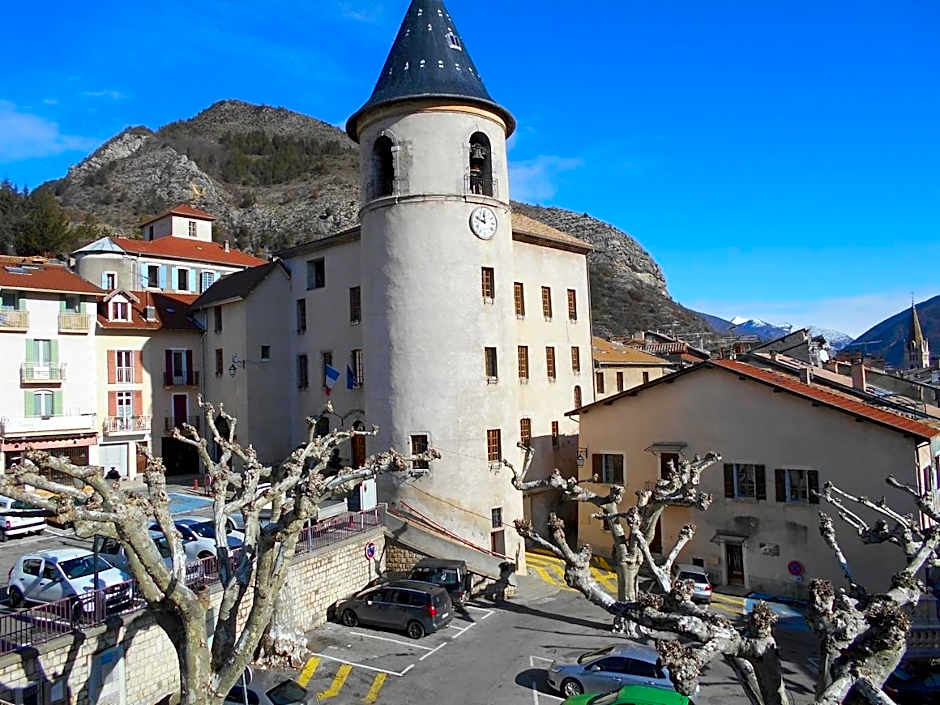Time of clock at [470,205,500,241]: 11:48
